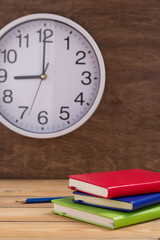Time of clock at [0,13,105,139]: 9:00
